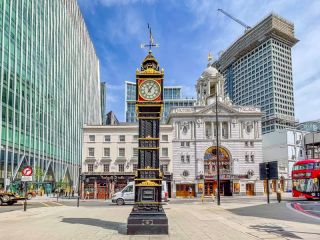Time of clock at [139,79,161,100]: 11:05
